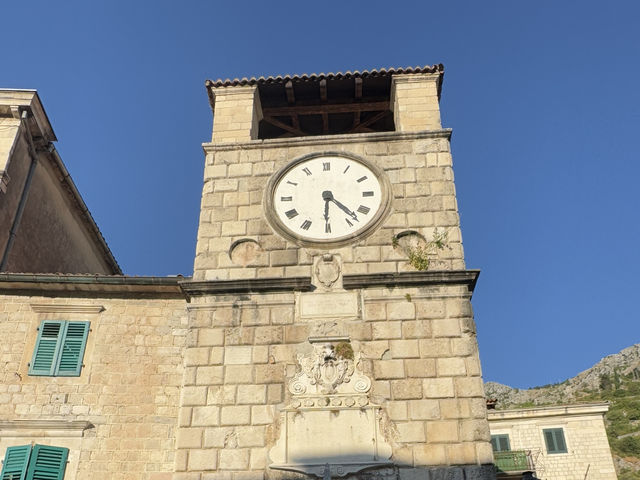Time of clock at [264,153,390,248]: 4:30
